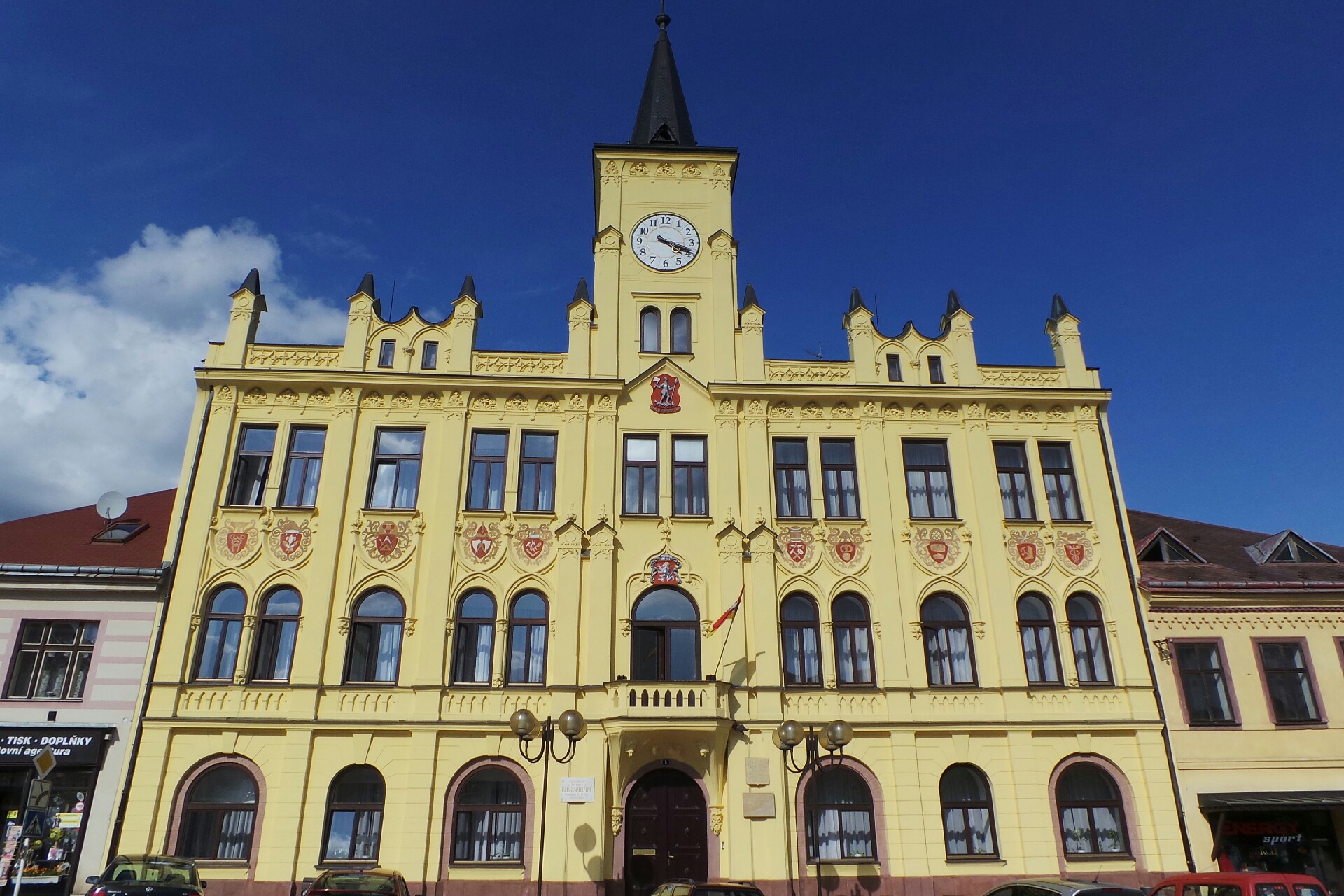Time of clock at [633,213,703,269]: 4:19
